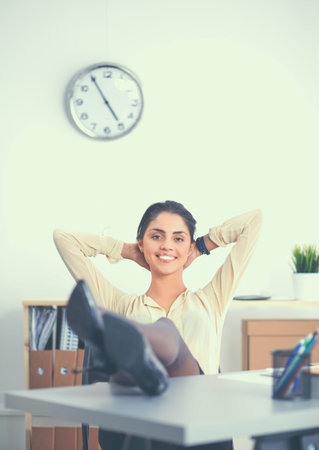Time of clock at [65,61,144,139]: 4:54
